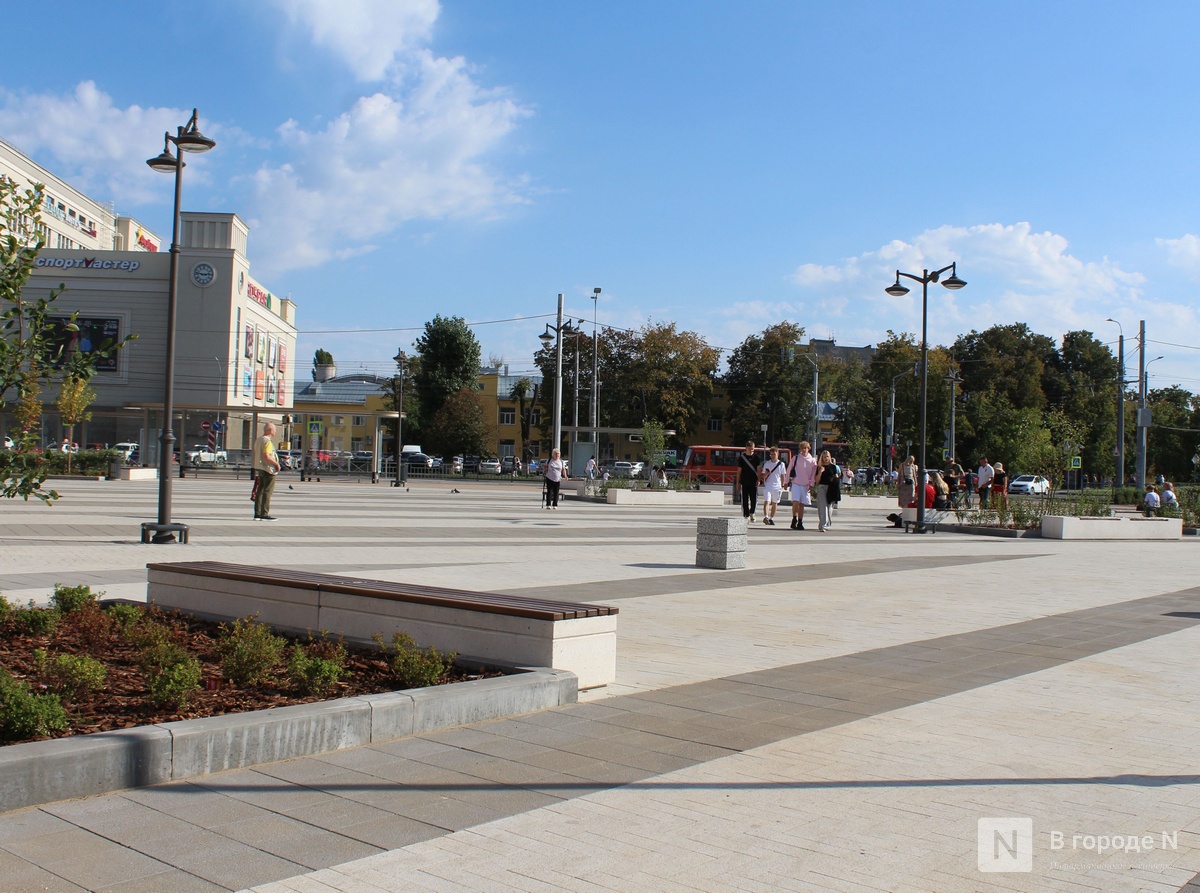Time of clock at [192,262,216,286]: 2:46
